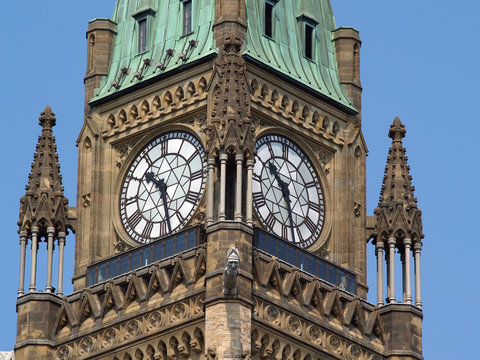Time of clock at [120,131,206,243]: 10:28
